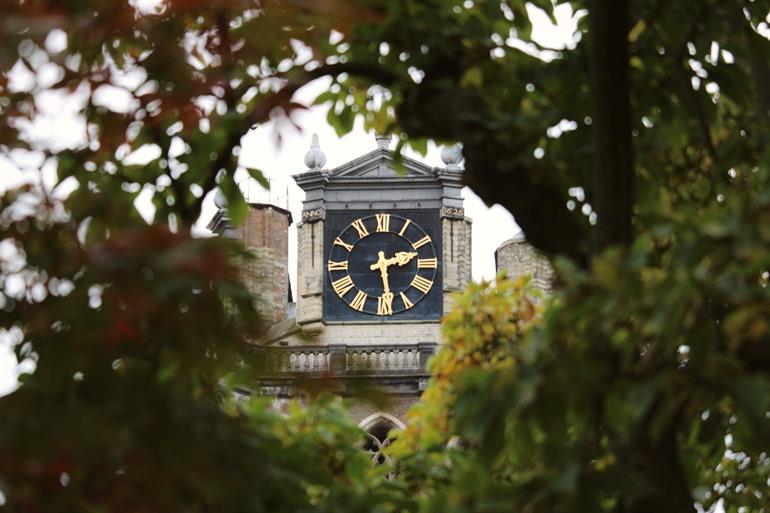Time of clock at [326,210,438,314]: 2:28
